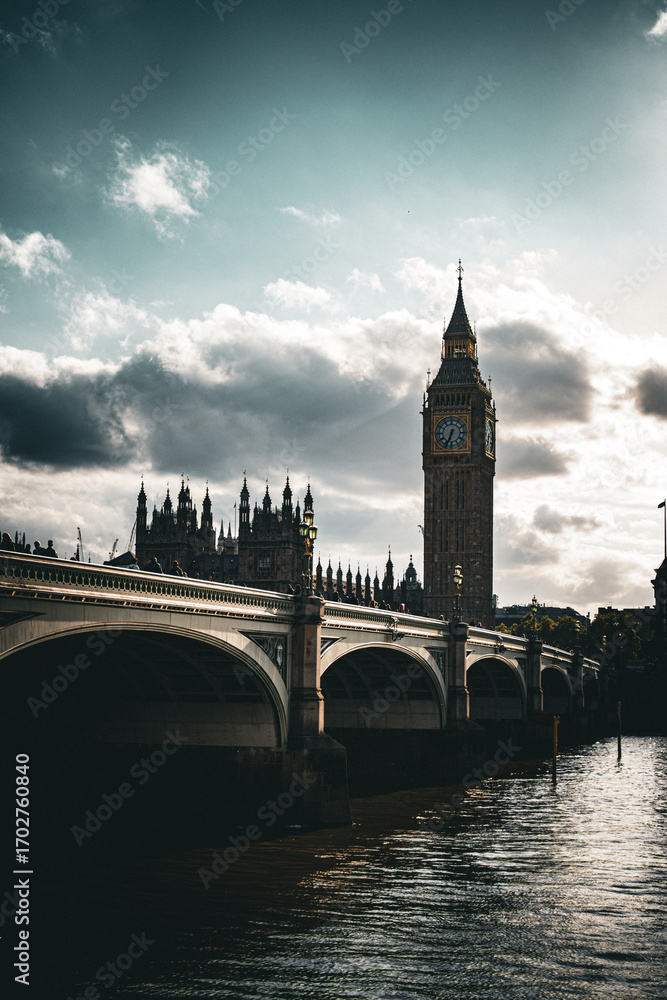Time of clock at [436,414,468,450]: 6:33
